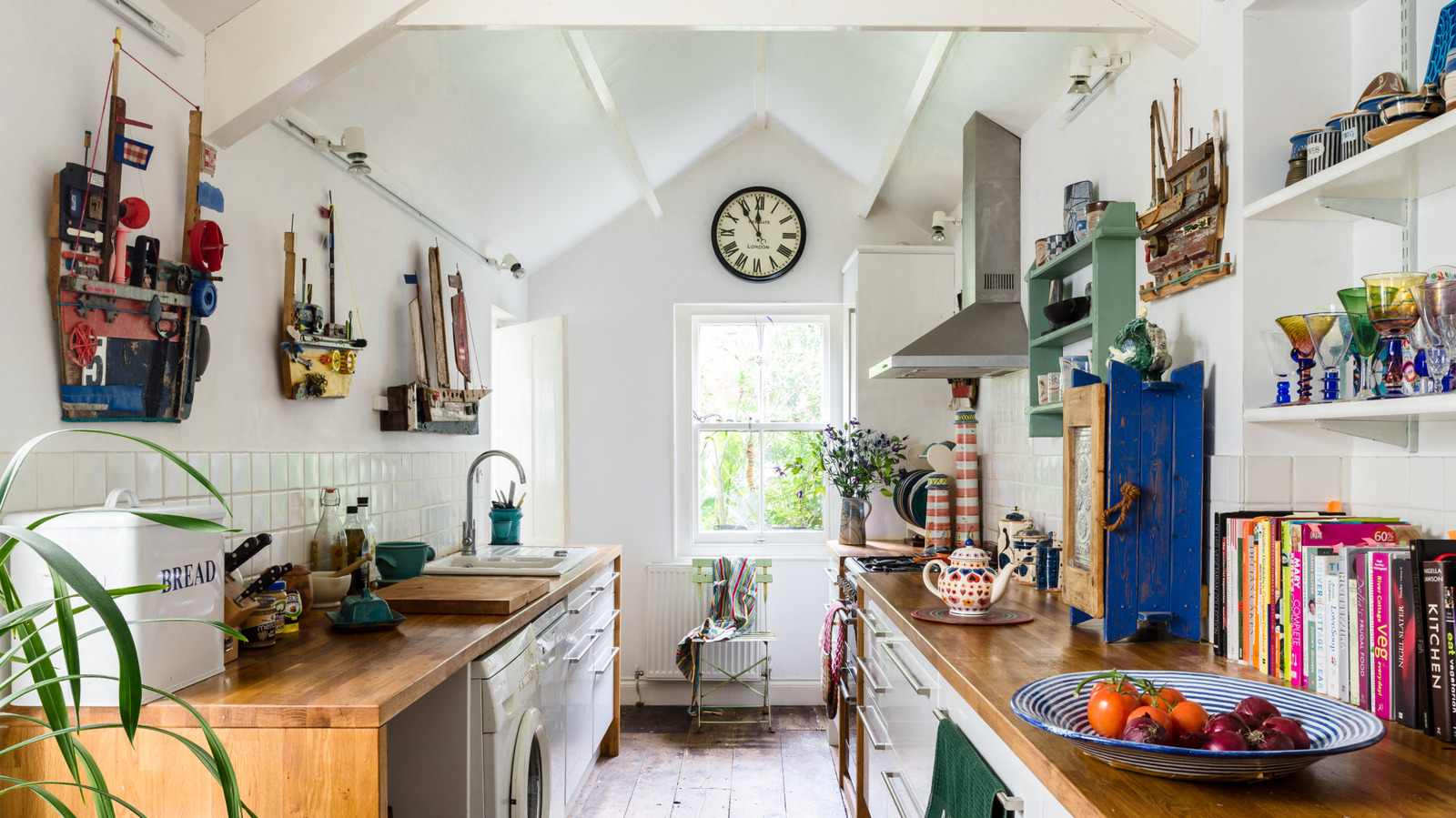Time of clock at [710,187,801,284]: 11:54
